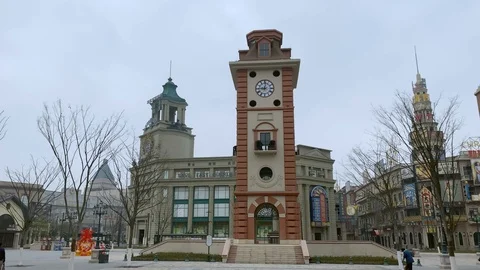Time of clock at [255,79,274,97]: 9:01
